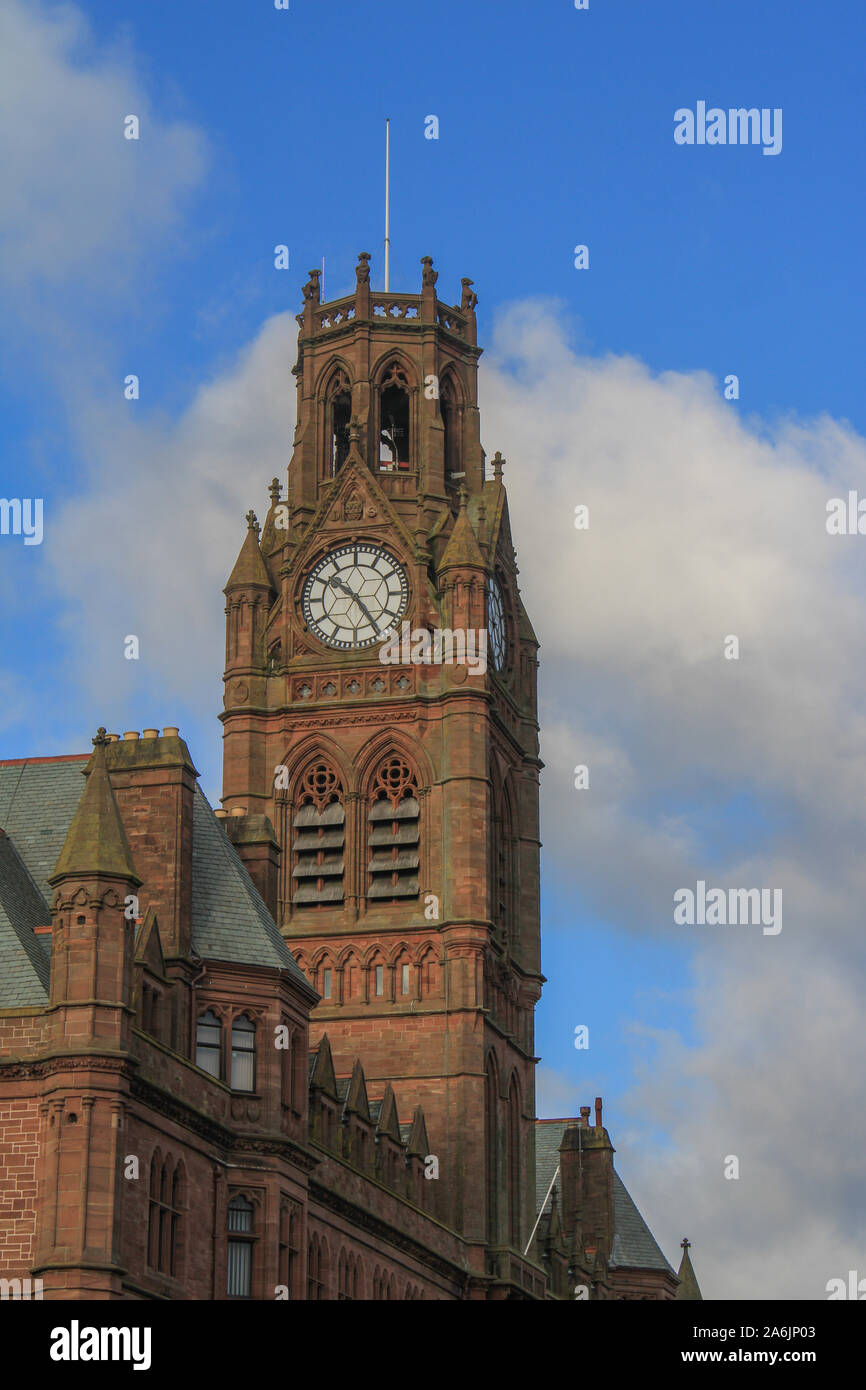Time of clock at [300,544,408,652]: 10:24
